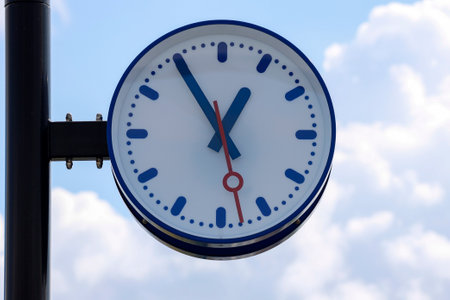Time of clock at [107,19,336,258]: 12:54
